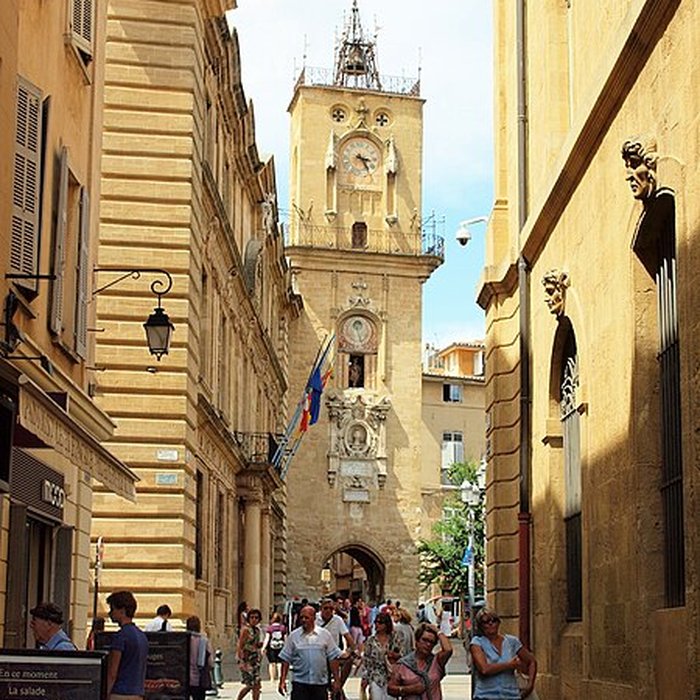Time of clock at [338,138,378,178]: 3:24
